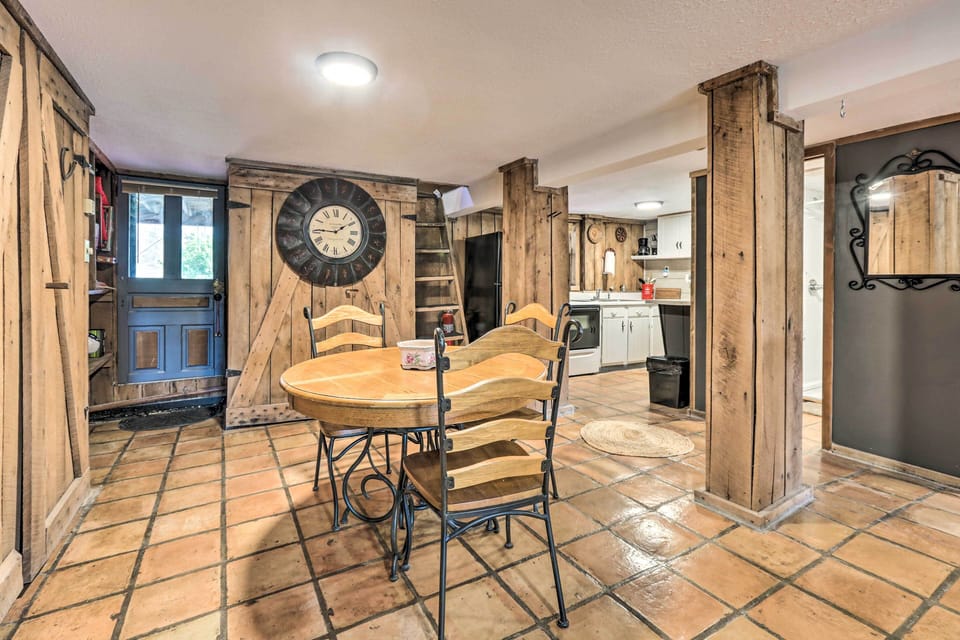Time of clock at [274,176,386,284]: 9:10
